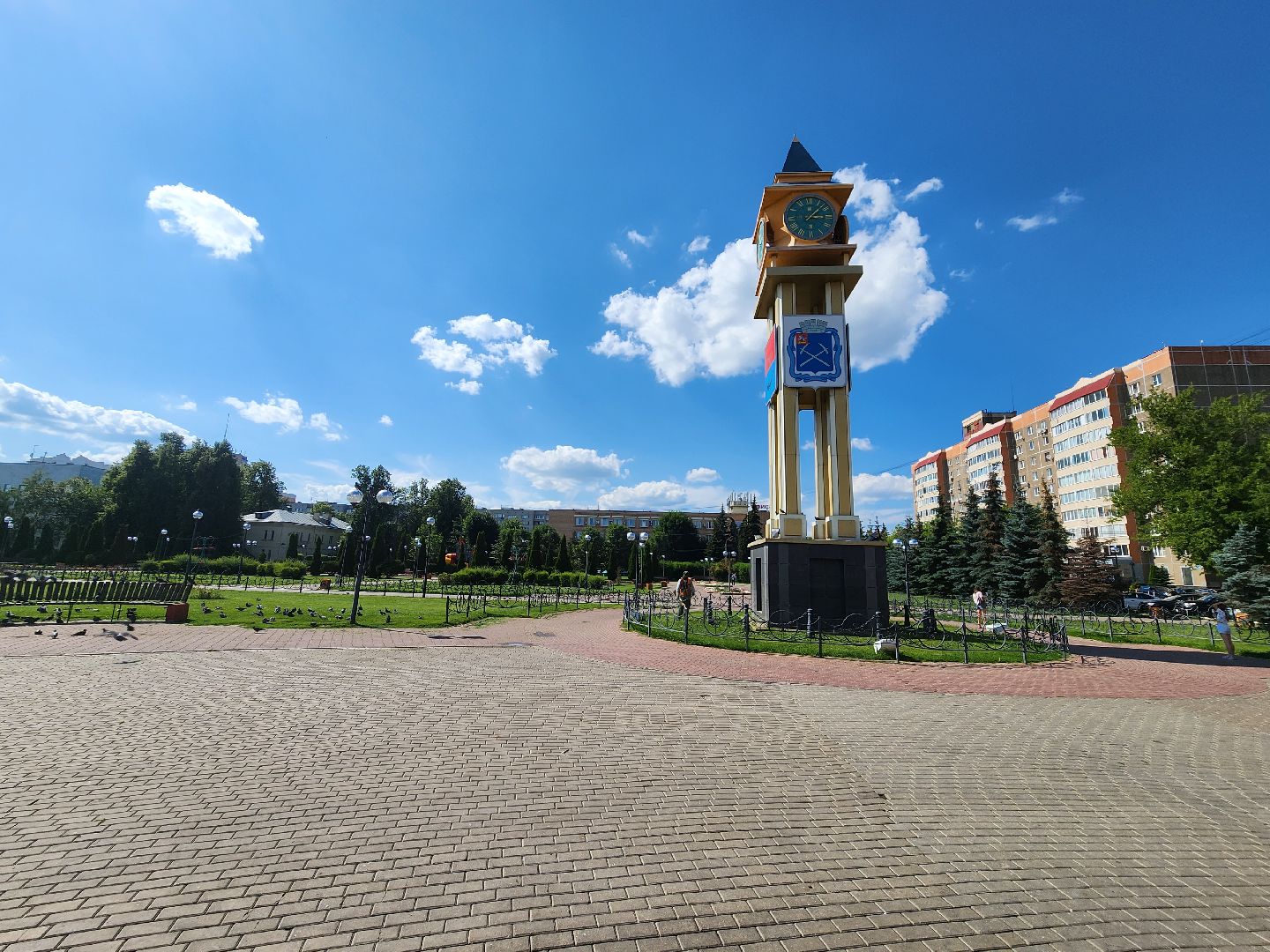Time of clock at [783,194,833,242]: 3:07
